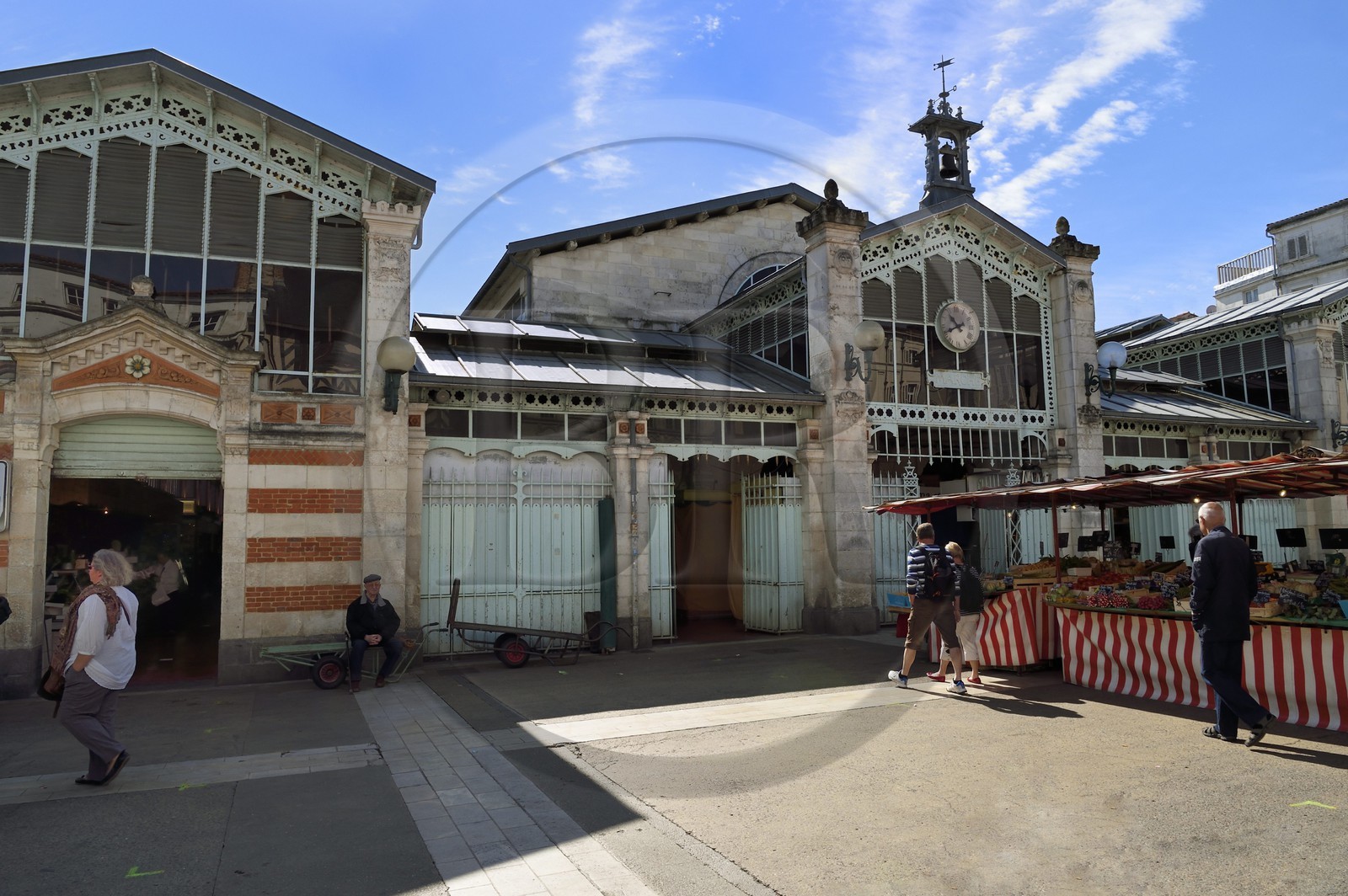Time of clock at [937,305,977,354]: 10:41
